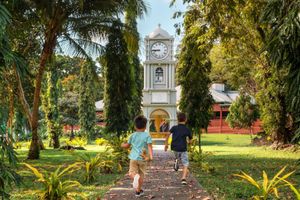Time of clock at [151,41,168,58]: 8:45
